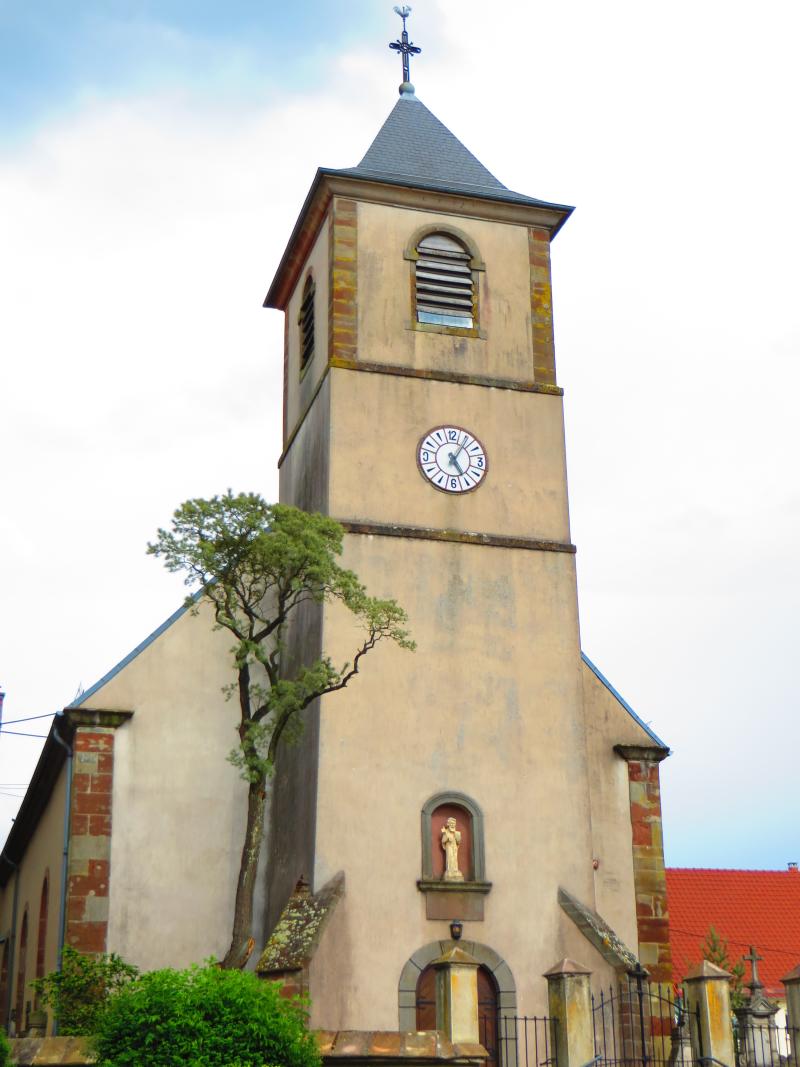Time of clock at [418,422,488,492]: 5:05
